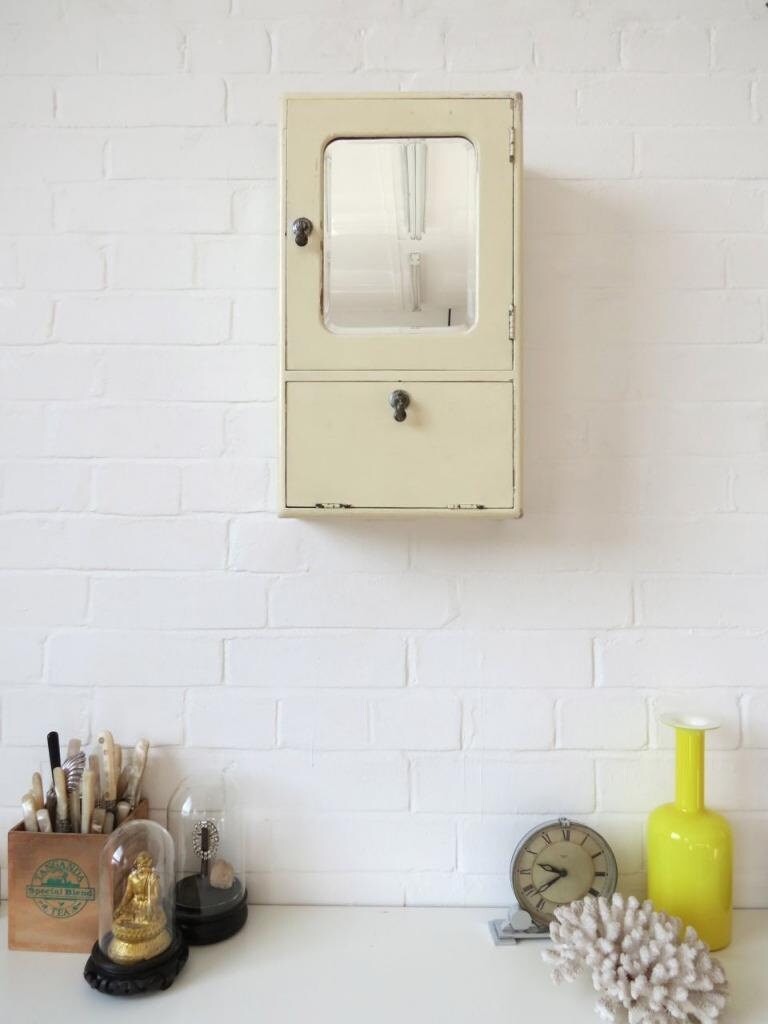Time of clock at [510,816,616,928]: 9:38
